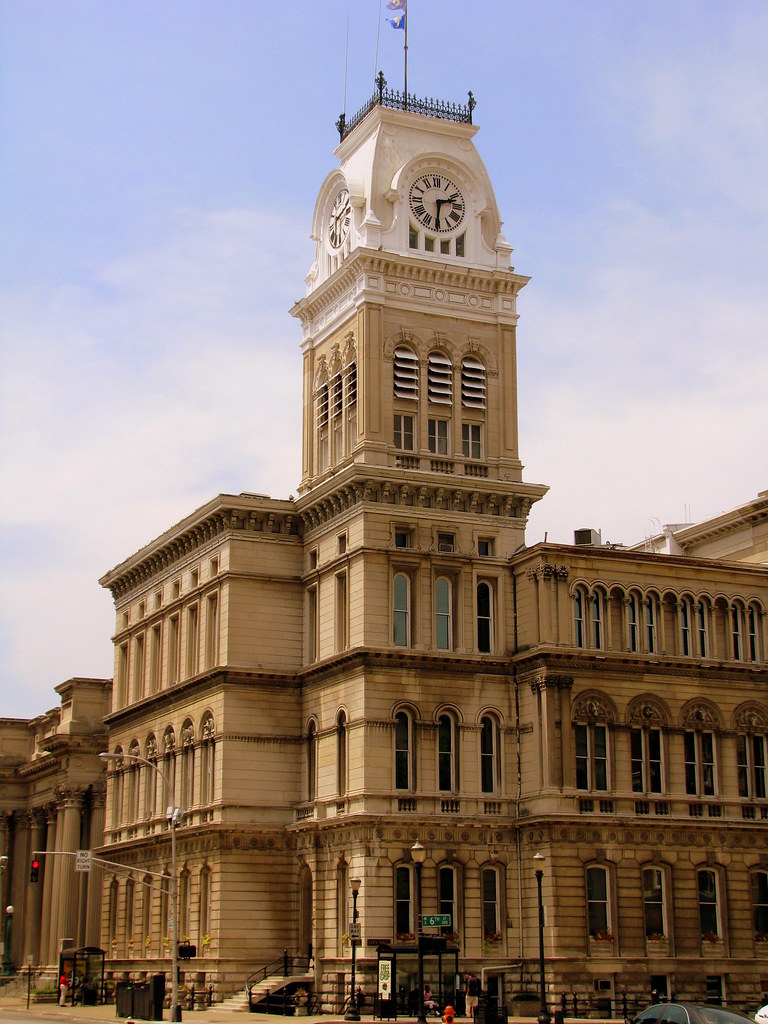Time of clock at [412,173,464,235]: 2:30
